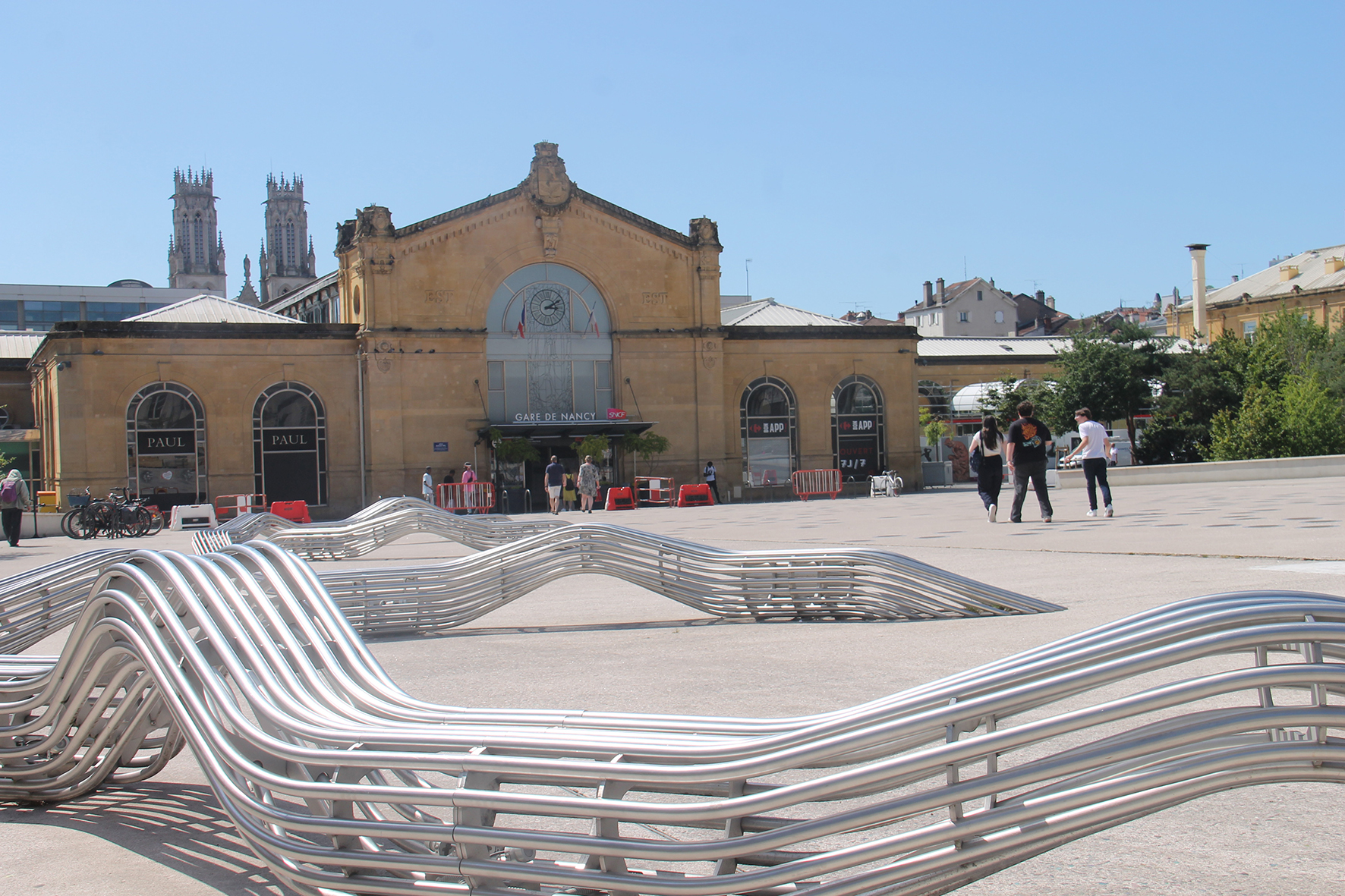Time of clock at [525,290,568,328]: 3:10
